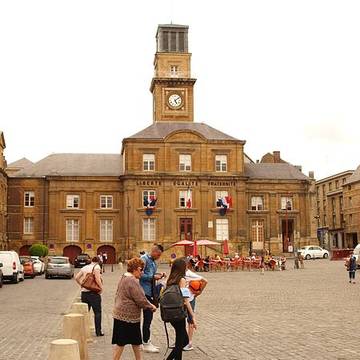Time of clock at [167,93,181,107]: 5:08
